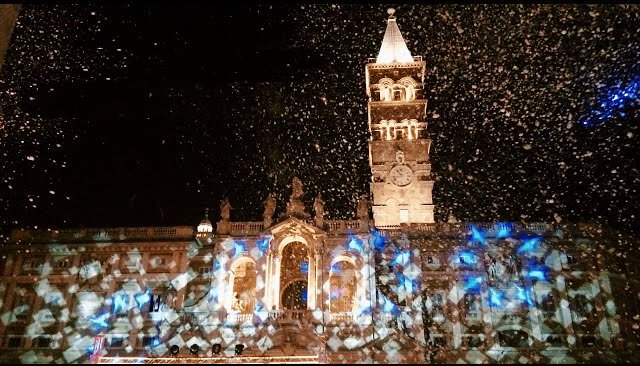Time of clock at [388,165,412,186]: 10:42
